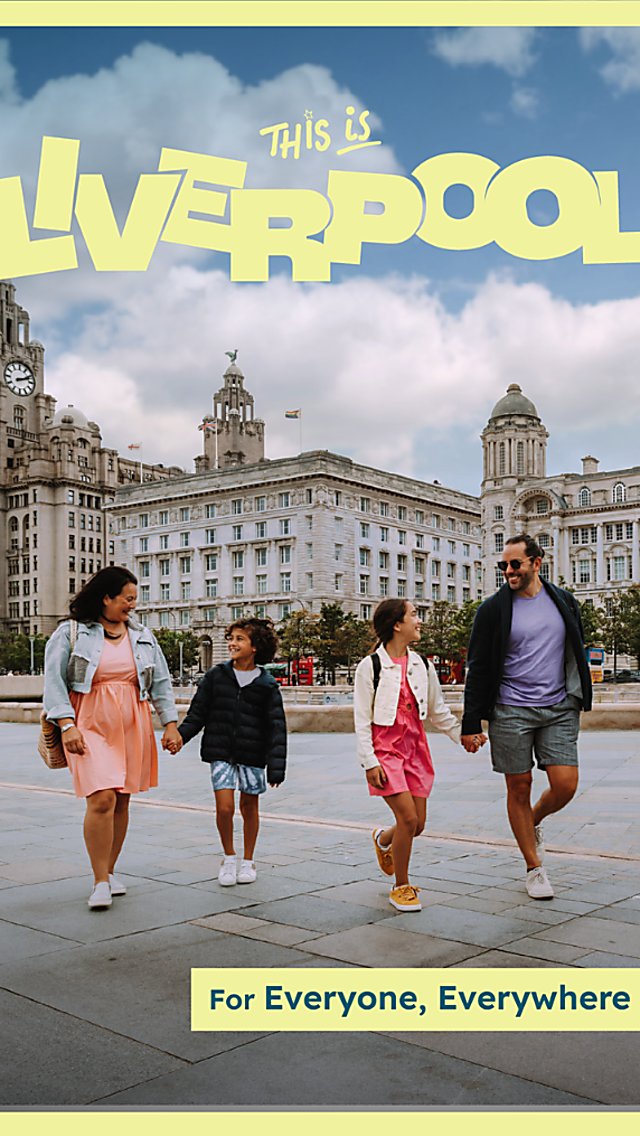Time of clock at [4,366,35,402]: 2:11
